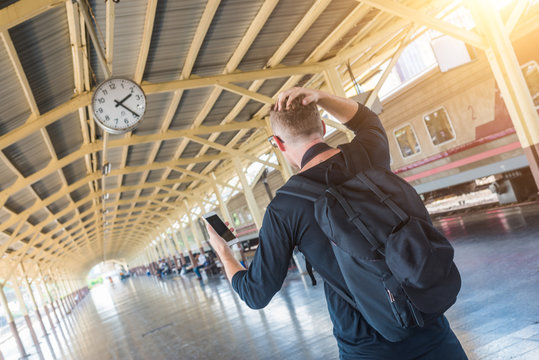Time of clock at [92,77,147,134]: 2:24
